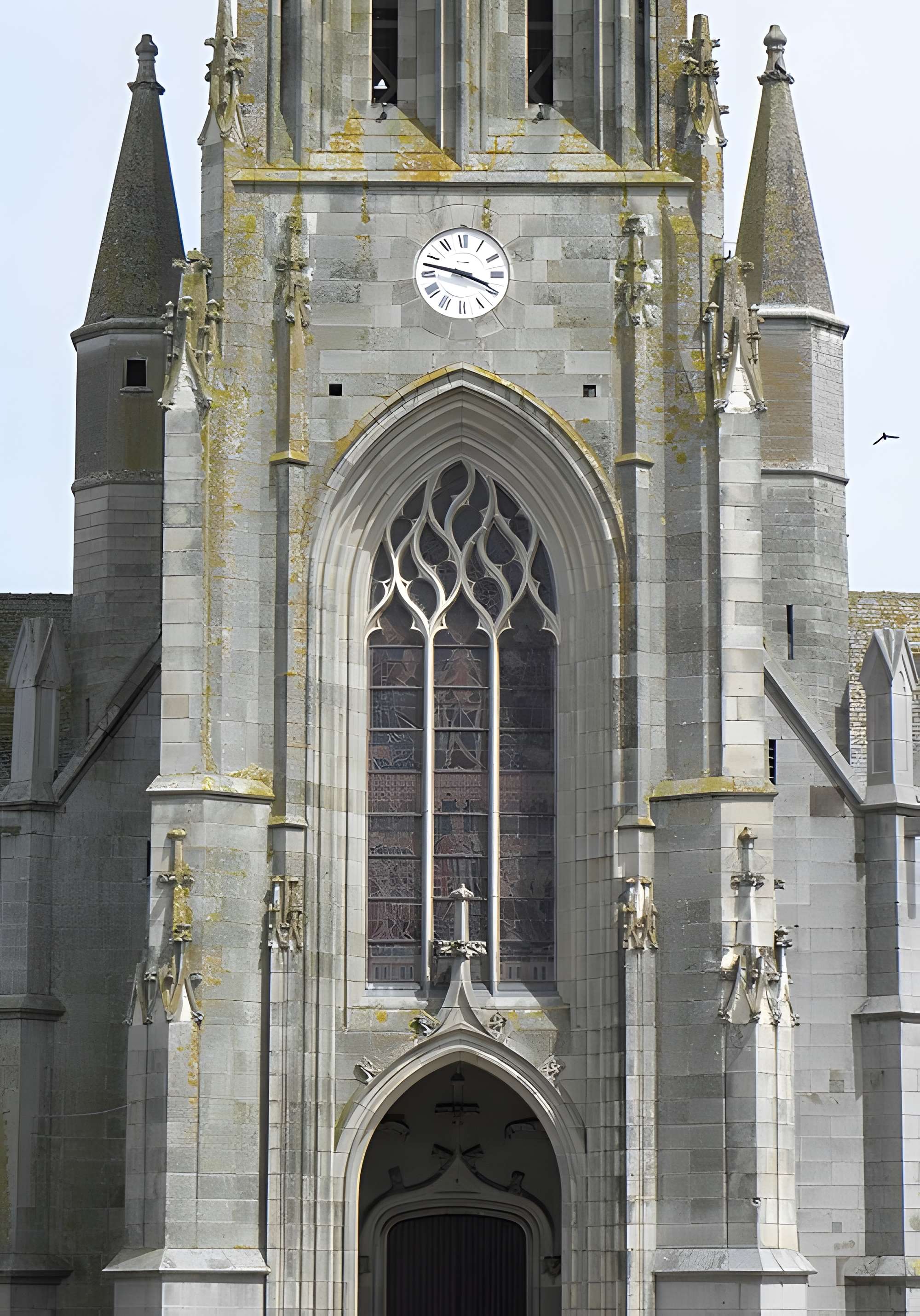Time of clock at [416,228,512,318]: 3:47
